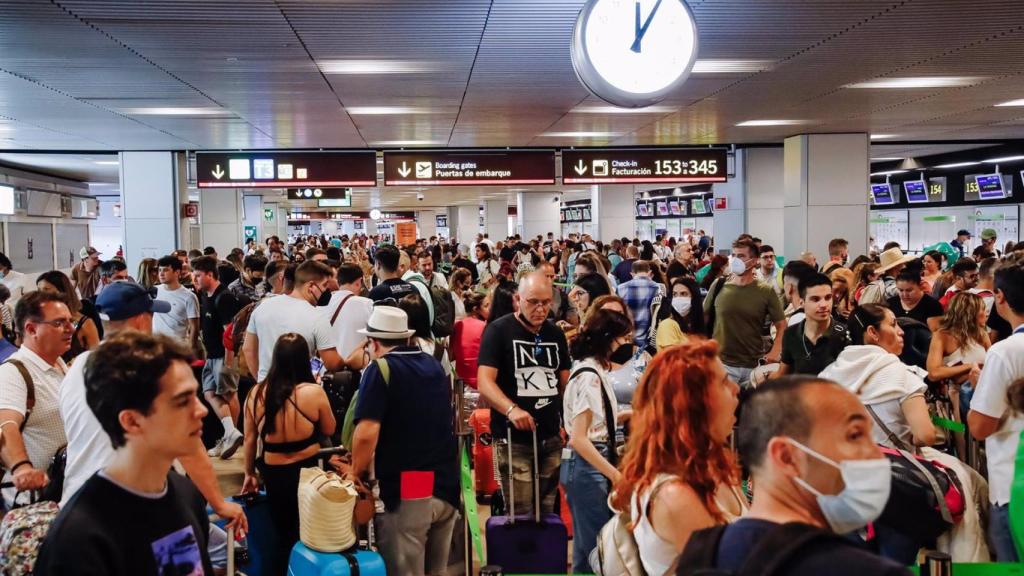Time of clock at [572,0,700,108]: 12:04
